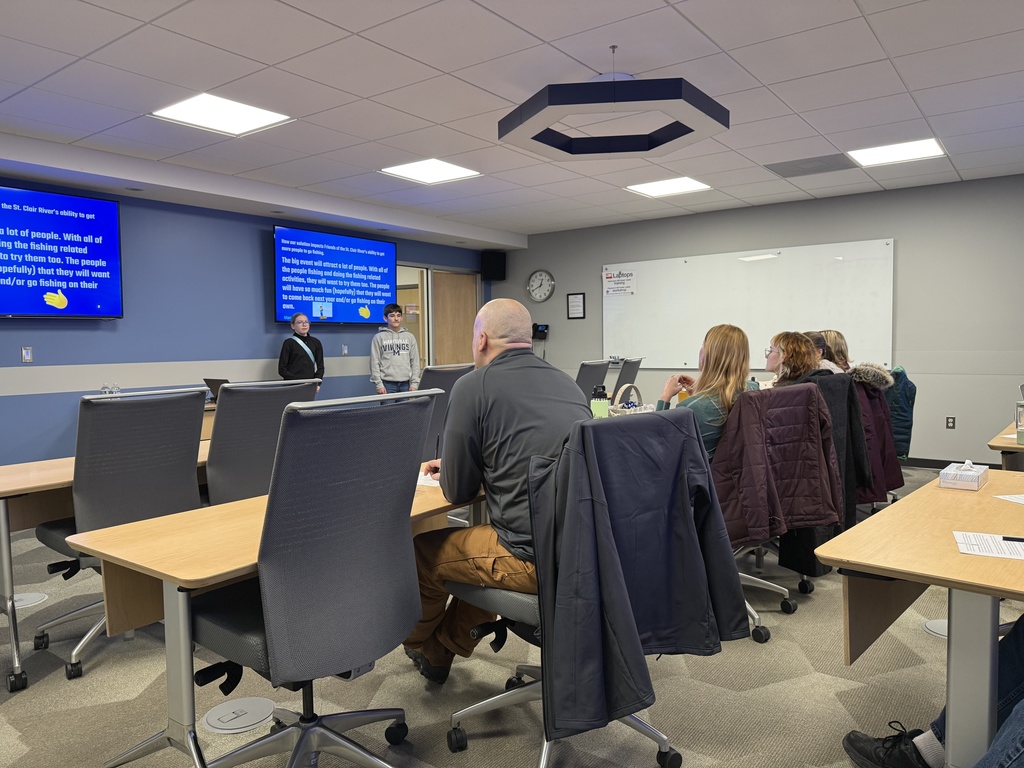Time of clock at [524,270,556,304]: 12:40
